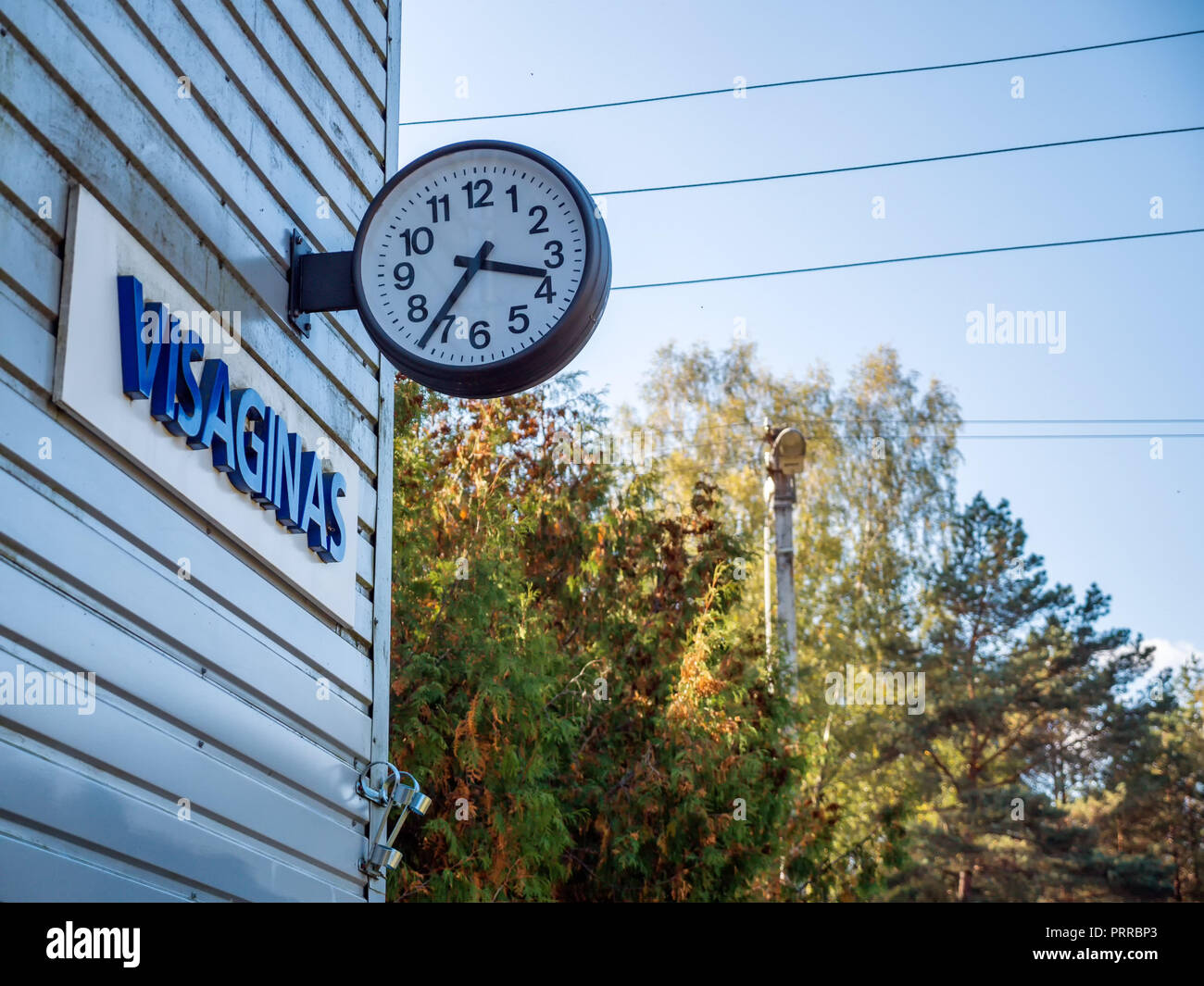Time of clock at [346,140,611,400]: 3:36
